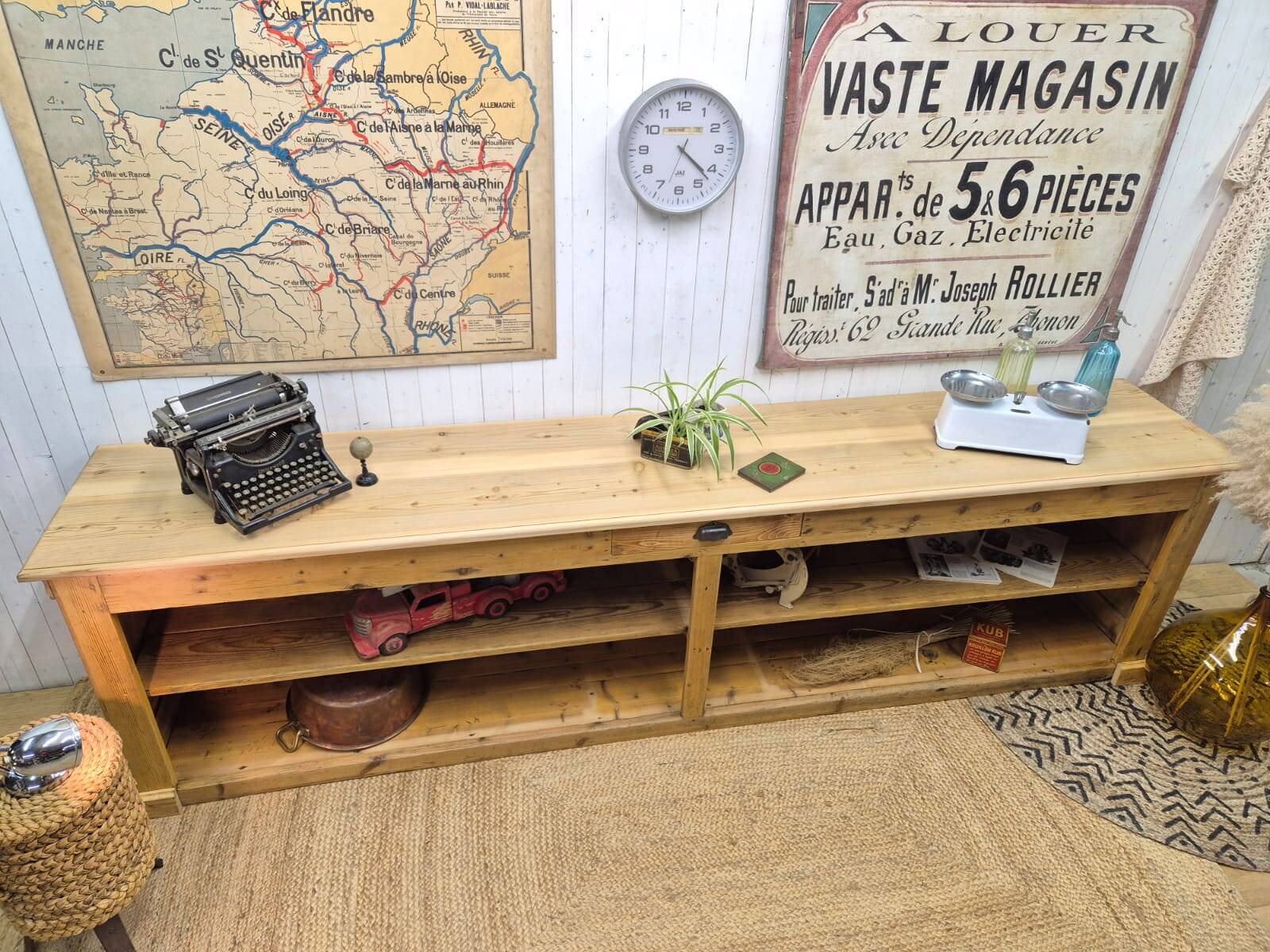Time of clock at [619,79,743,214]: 4:22
